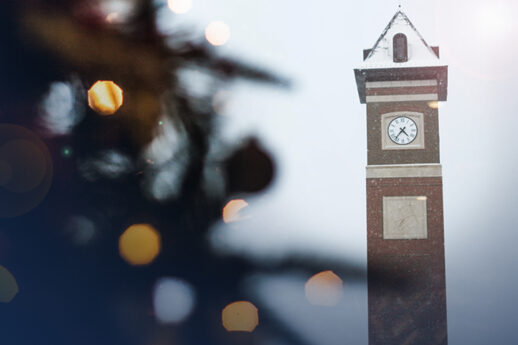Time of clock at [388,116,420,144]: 4:36
